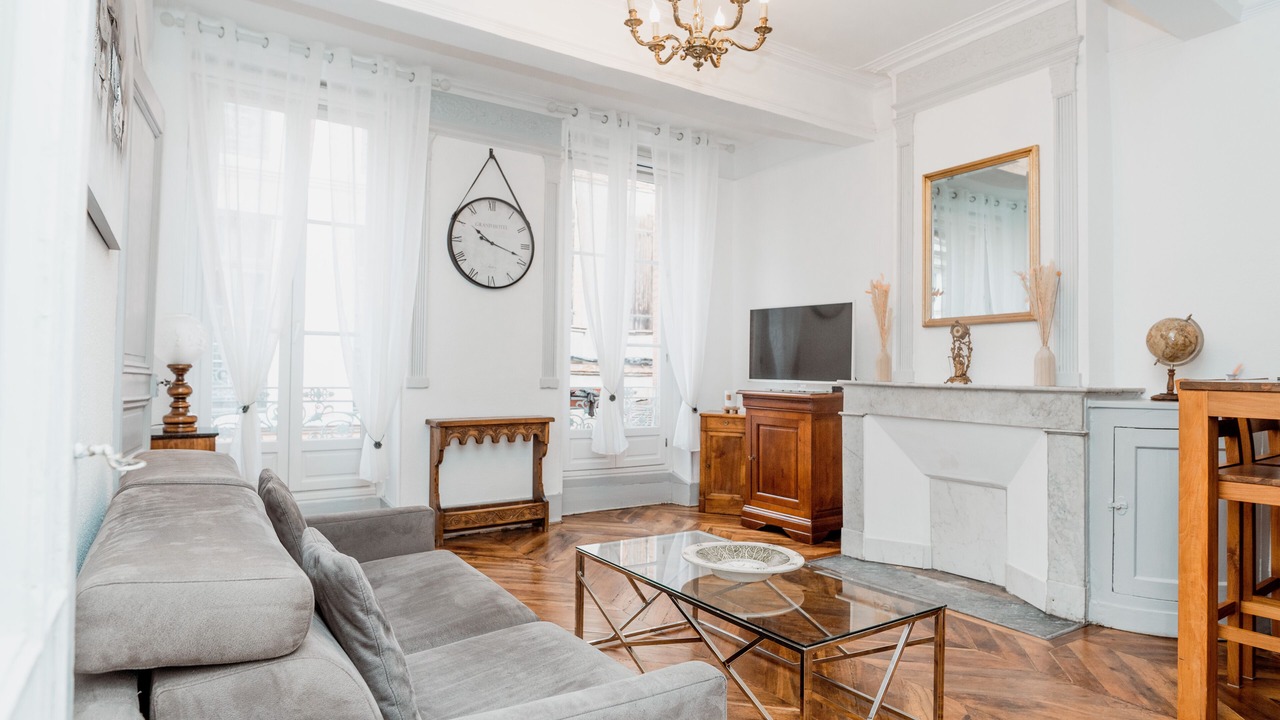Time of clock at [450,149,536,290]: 10:18
